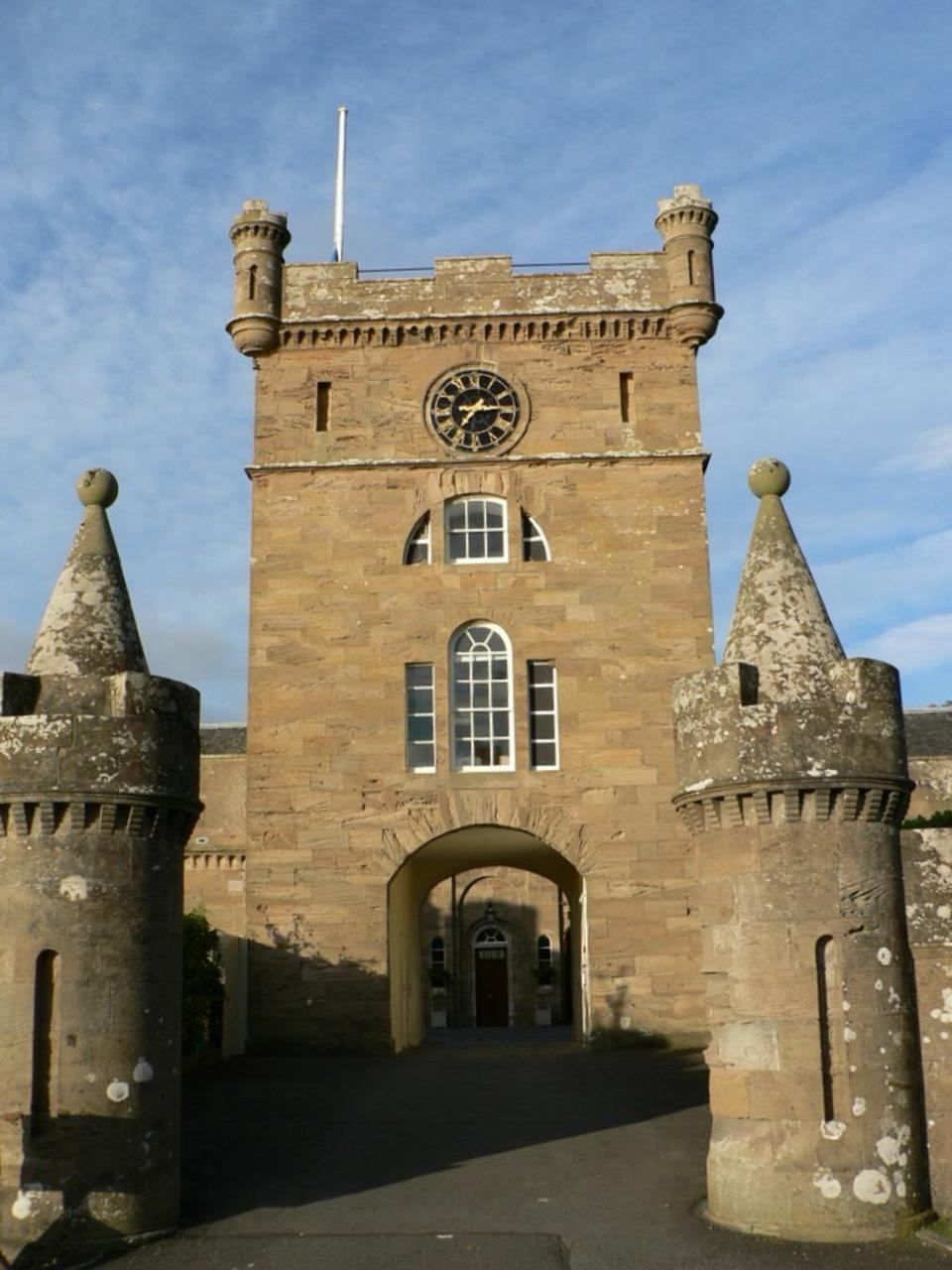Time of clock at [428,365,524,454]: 7:14
